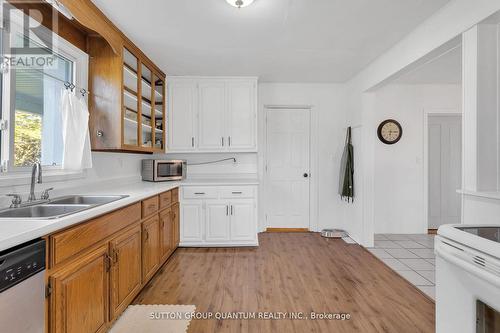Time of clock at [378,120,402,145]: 6:14
